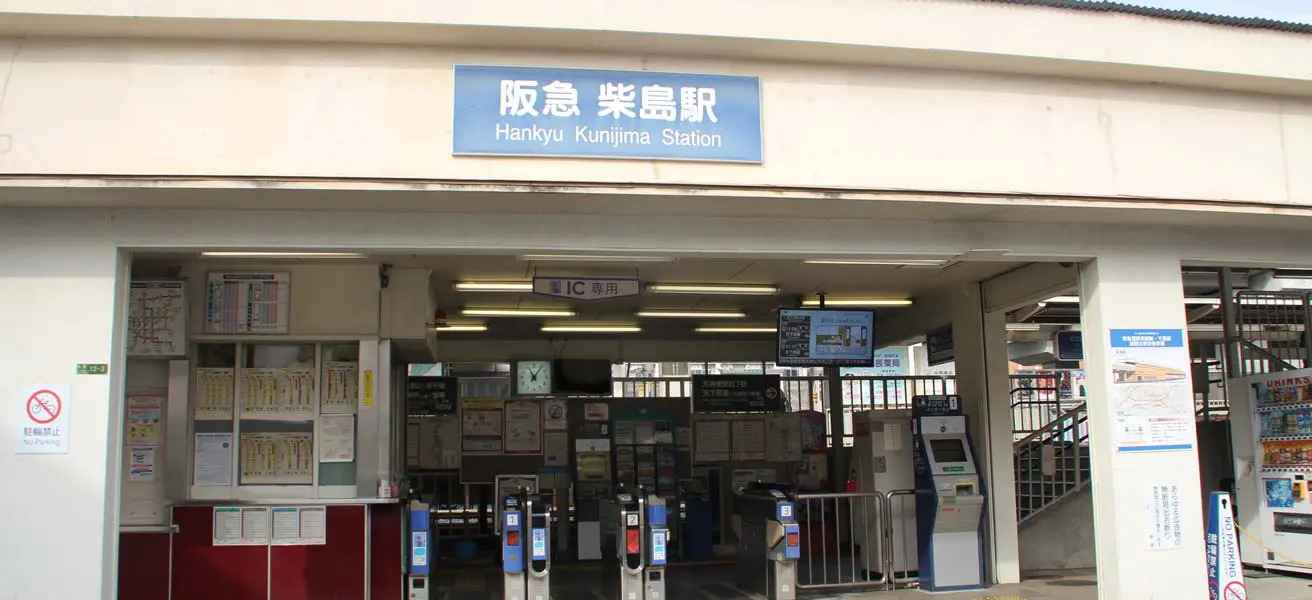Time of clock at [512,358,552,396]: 11:05
